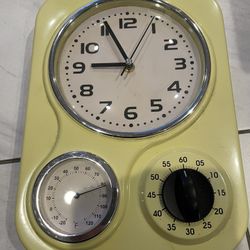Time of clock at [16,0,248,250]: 8:55
